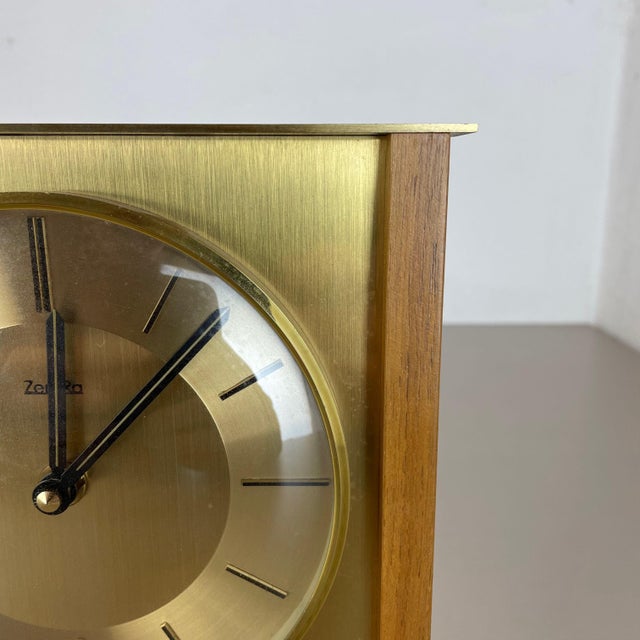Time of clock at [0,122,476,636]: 12:07
